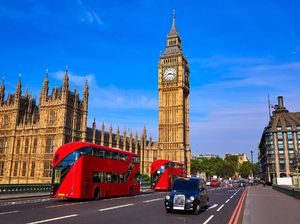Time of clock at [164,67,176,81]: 8:17
